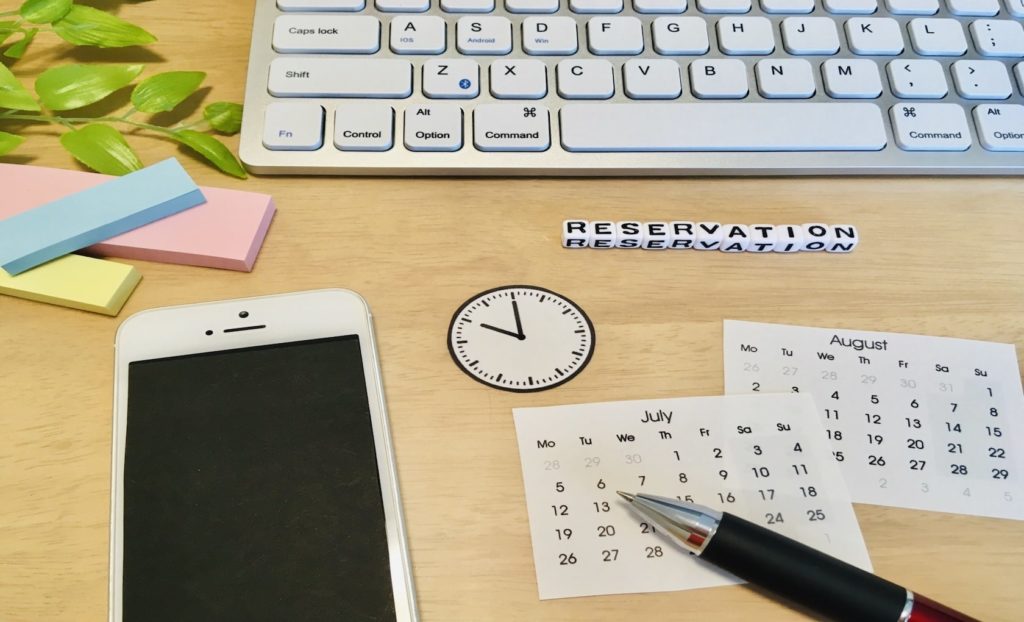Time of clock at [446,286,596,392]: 10:00
